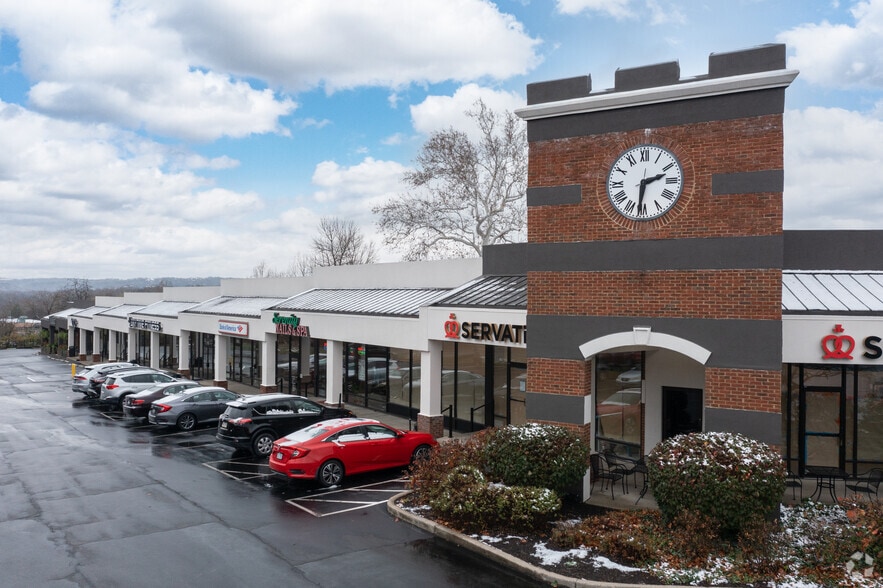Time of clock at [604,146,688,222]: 2:31
